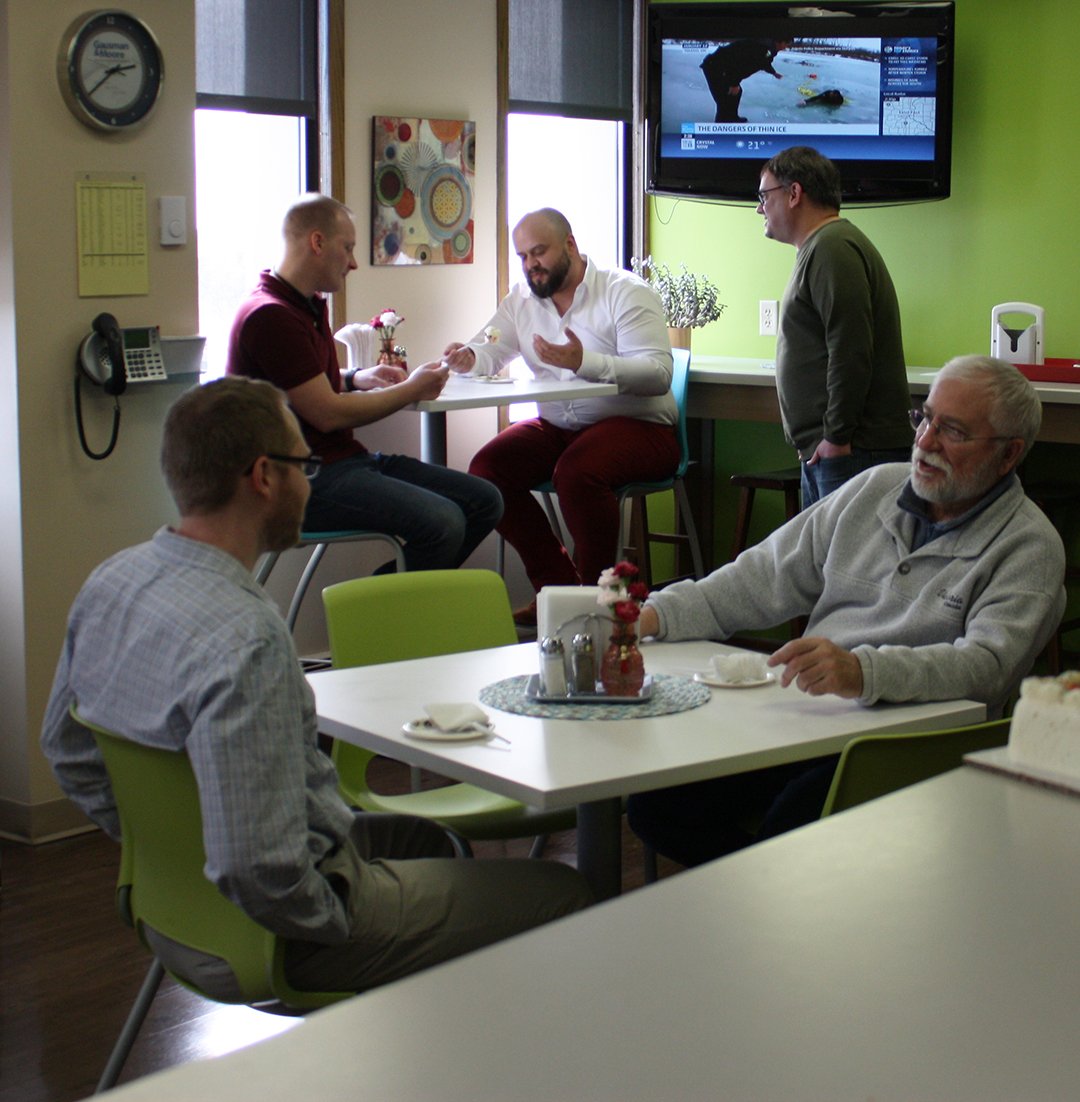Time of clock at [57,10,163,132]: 2:38
